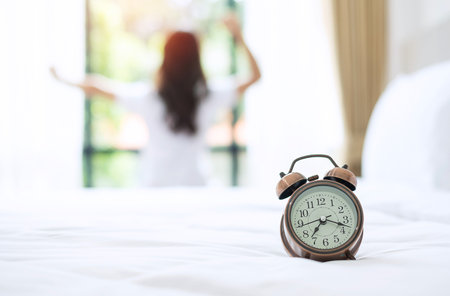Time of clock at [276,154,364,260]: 7:17
